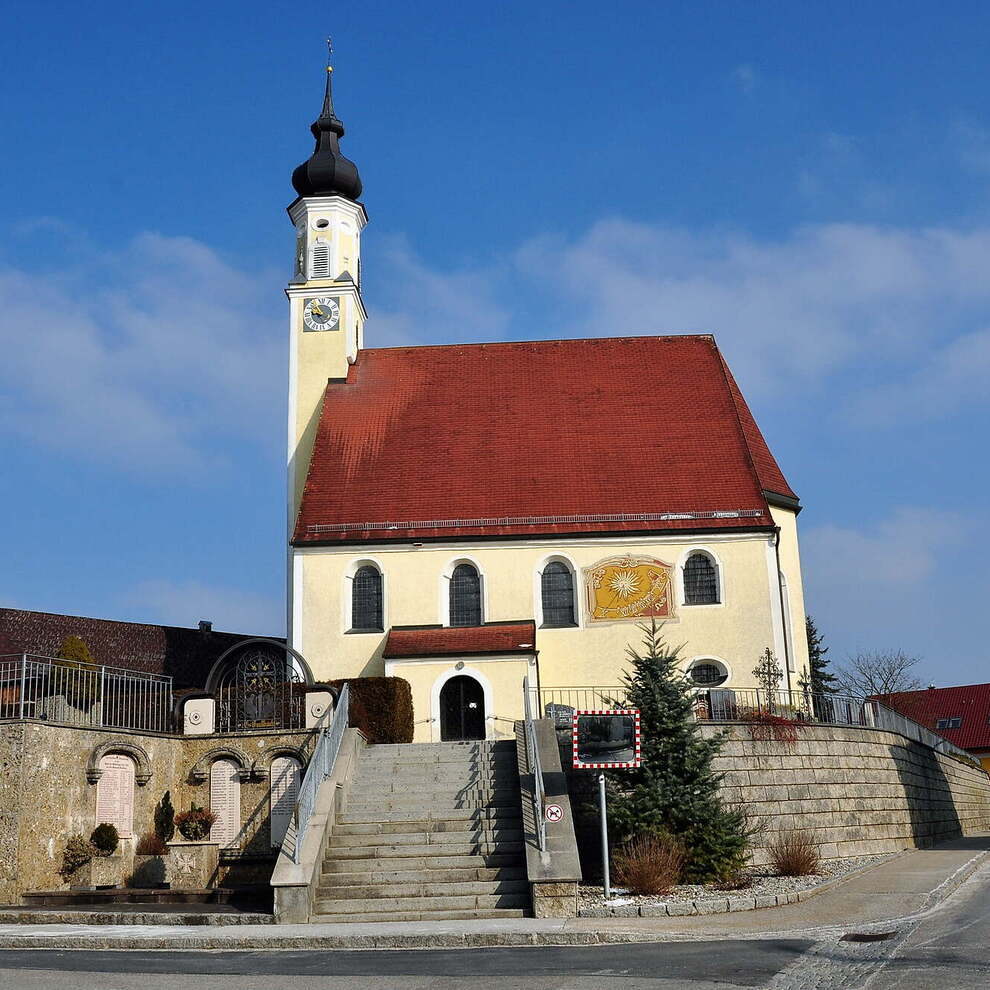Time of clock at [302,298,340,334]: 8:53
